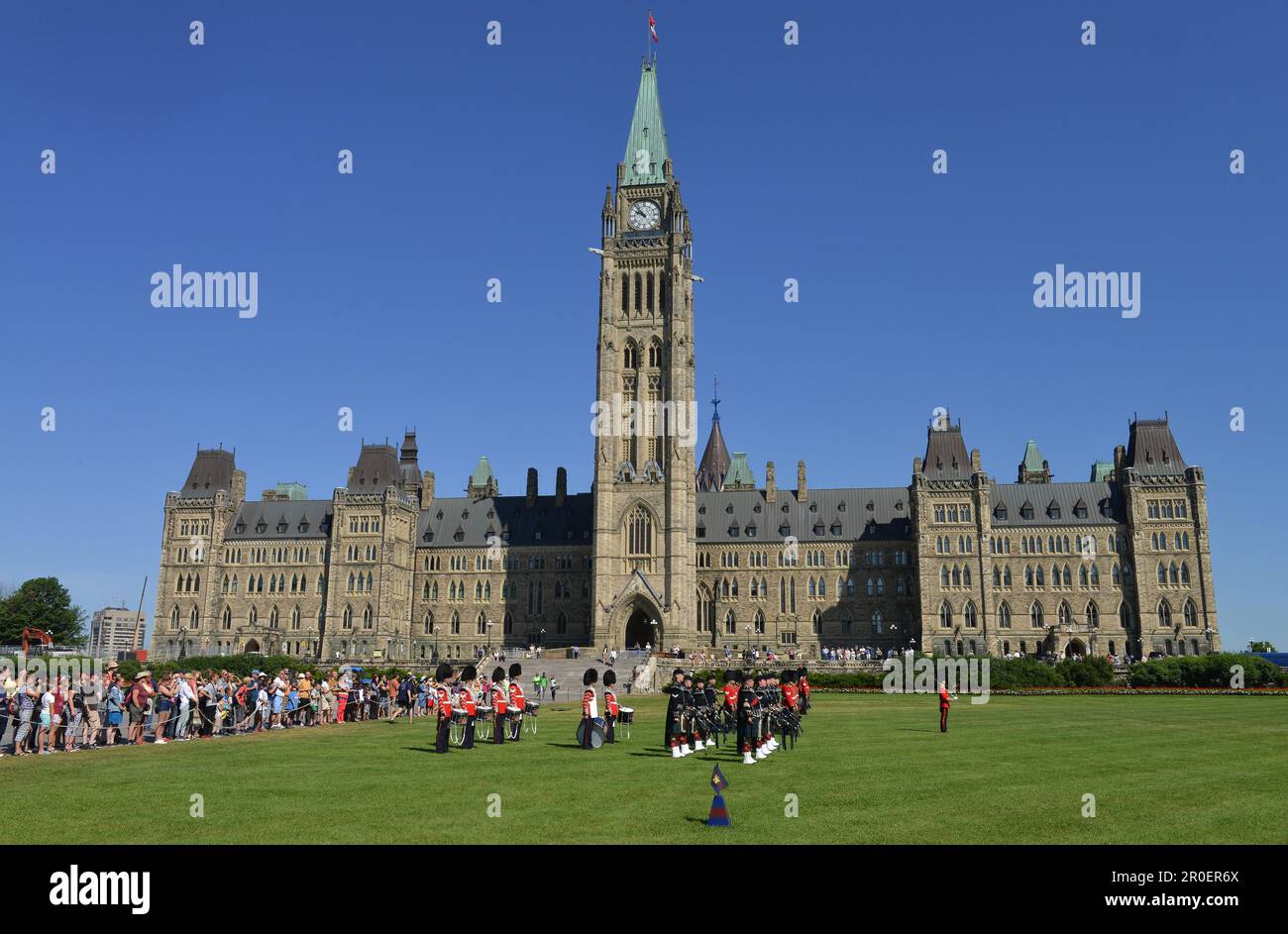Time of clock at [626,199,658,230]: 9:53
